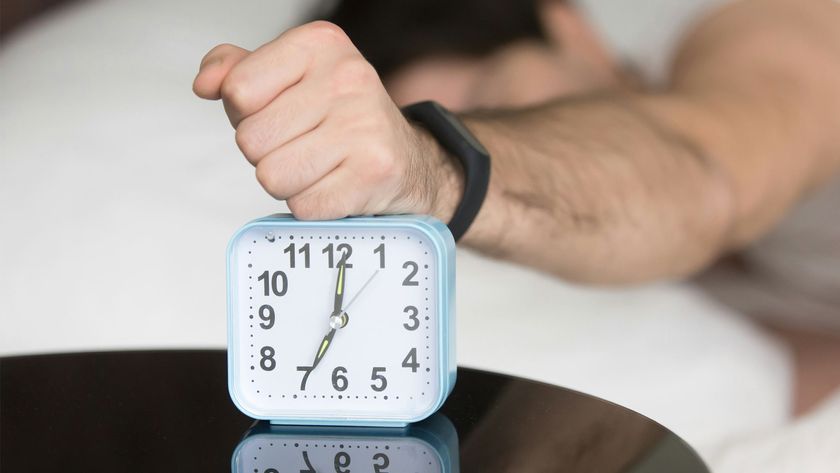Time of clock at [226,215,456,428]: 7:00
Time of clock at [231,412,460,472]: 12:34
